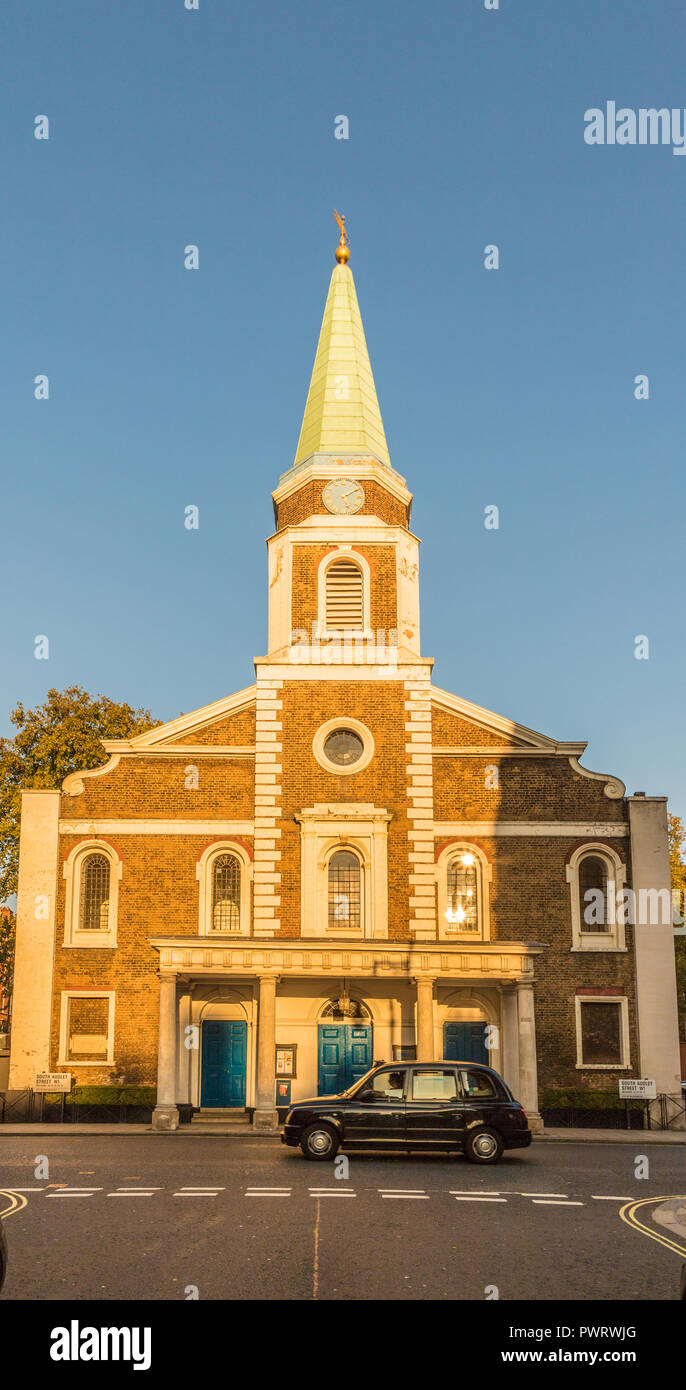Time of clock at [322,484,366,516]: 5:09
